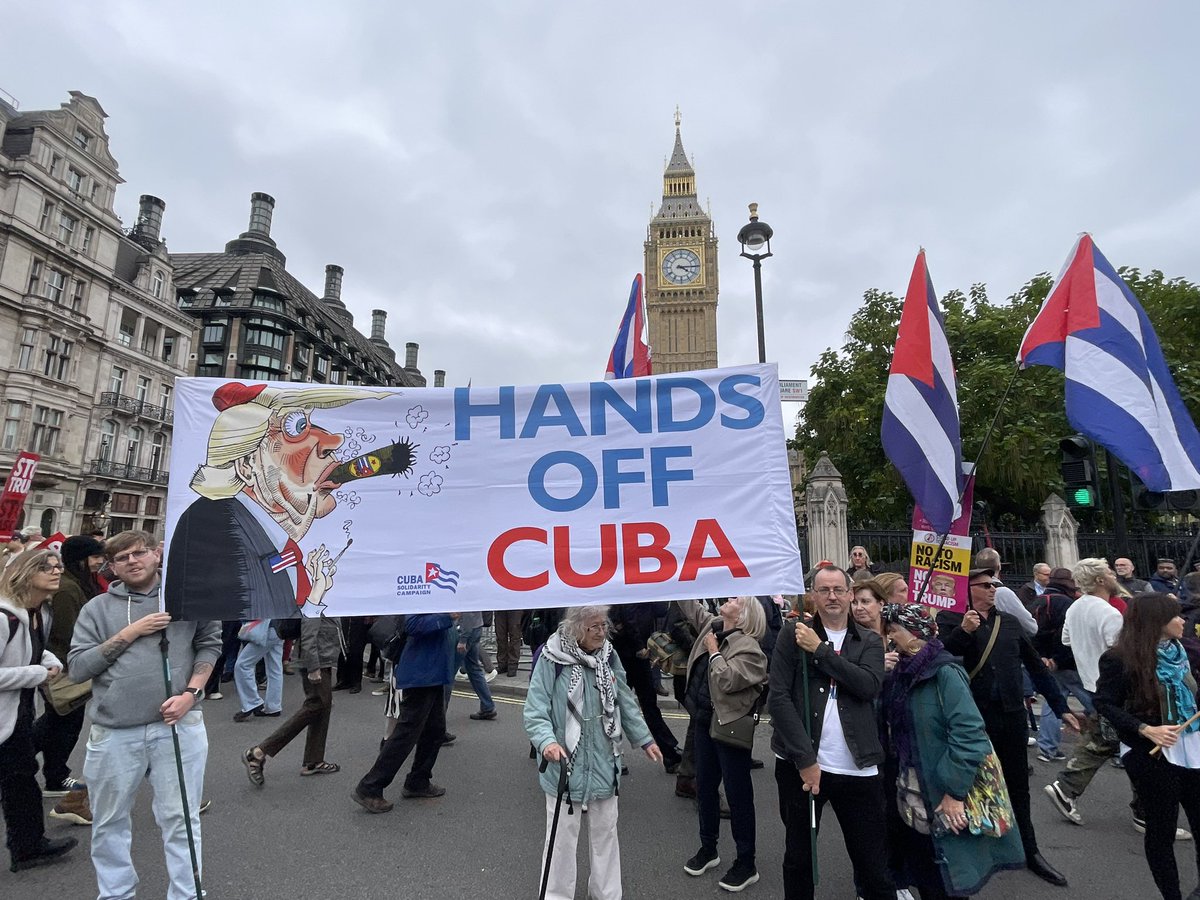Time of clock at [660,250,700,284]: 4:14
